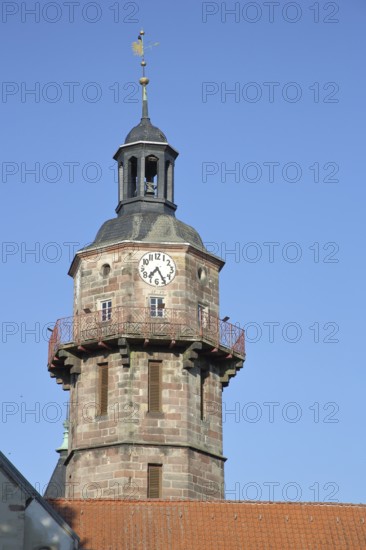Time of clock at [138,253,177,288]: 7:25
